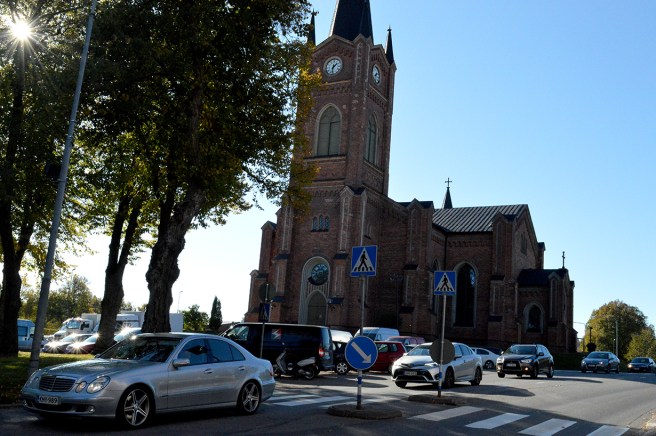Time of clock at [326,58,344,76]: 1:32
